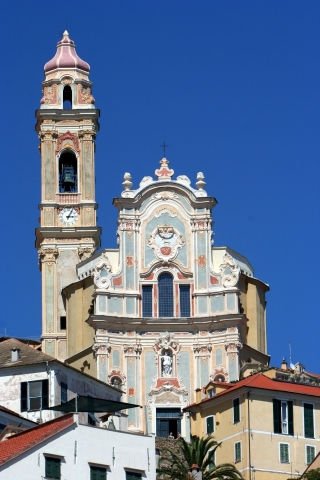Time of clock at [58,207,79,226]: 3:04
